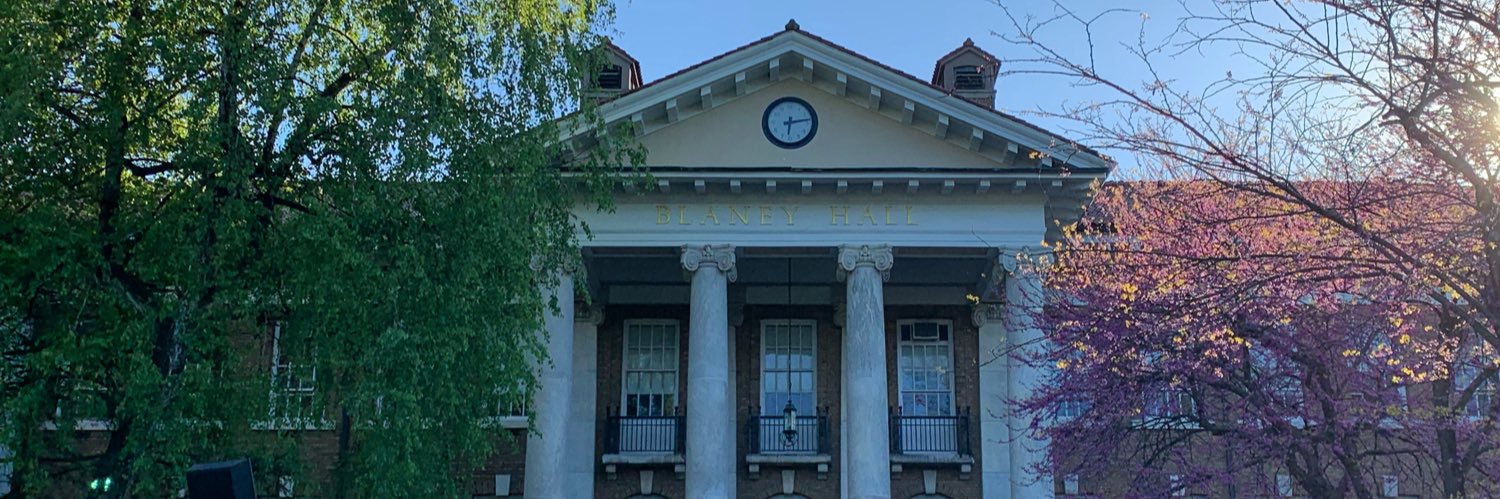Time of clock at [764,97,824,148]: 6:13
